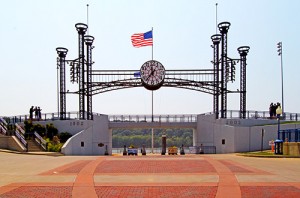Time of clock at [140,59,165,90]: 11:36
